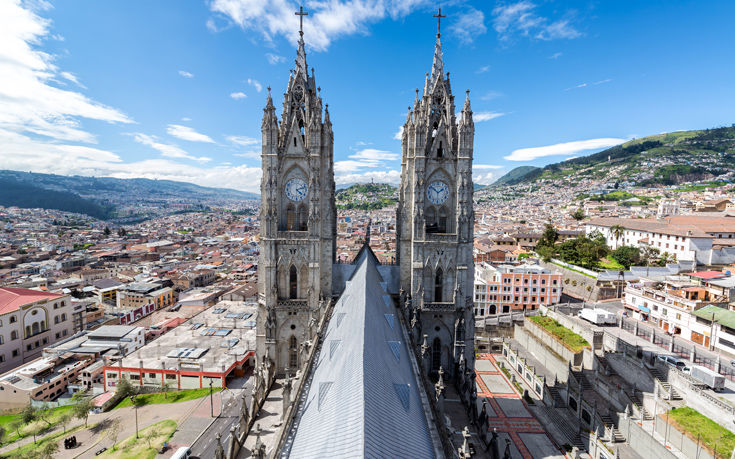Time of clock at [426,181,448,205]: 1:51
